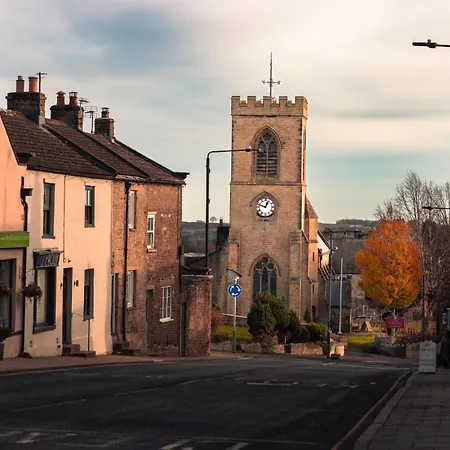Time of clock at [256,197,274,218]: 12:47
